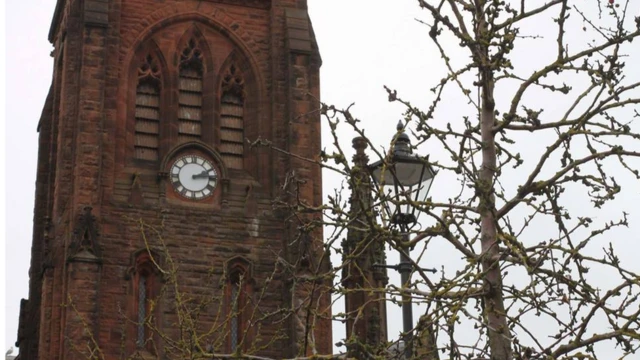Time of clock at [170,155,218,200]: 2:14
